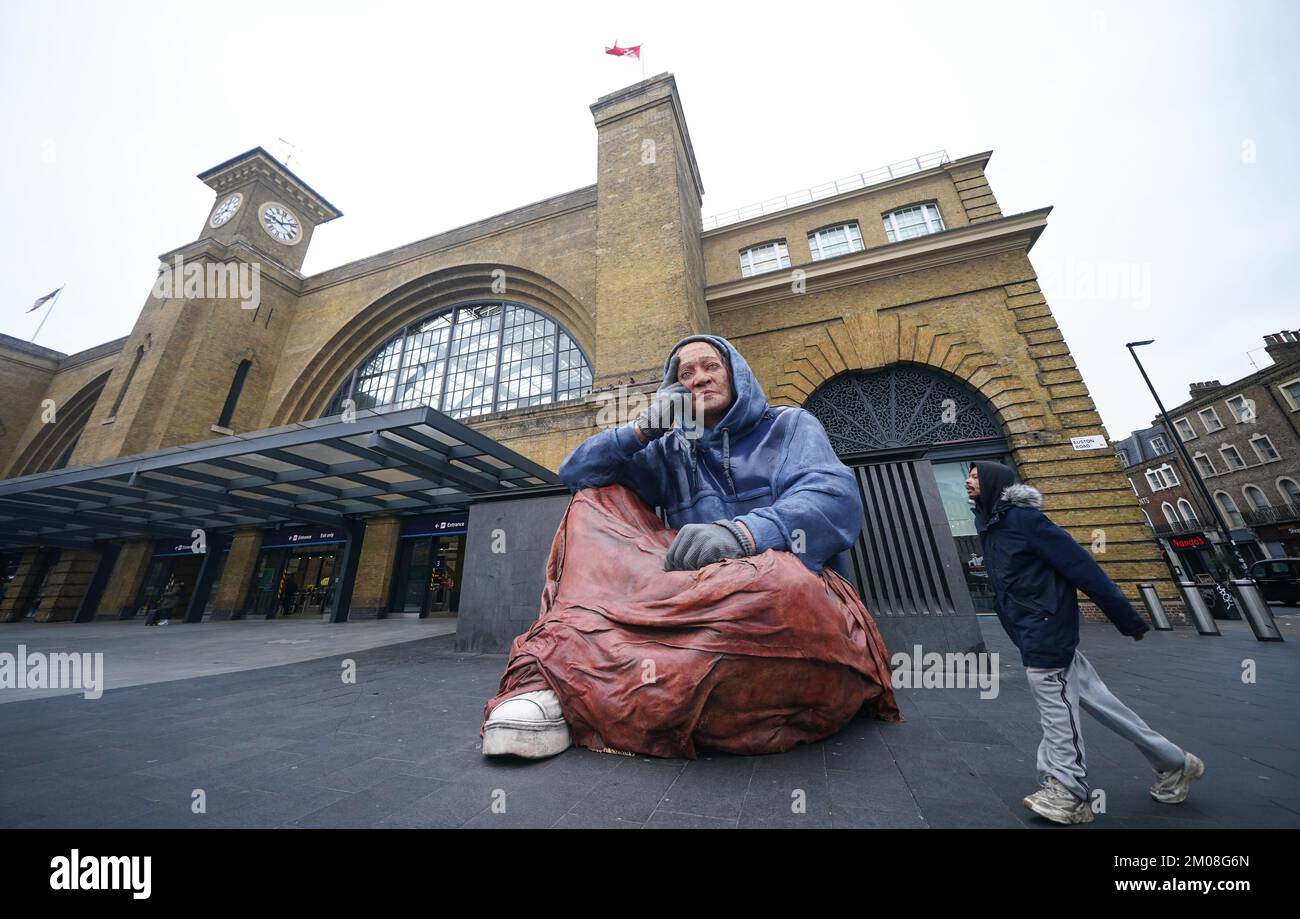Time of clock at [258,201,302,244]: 10:13
